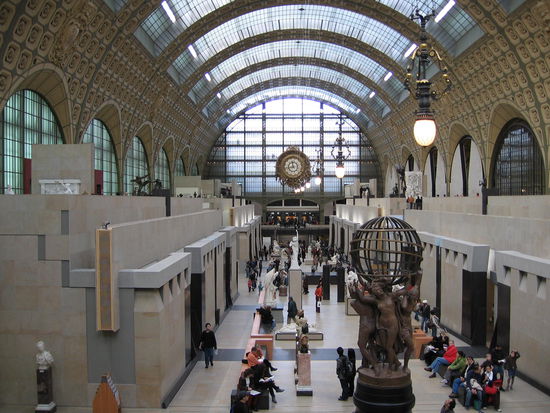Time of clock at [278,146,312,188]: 11:42
